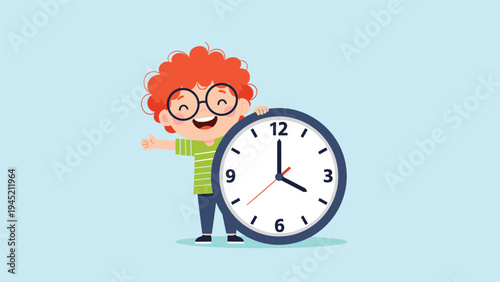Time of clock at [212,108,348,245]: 4:00
